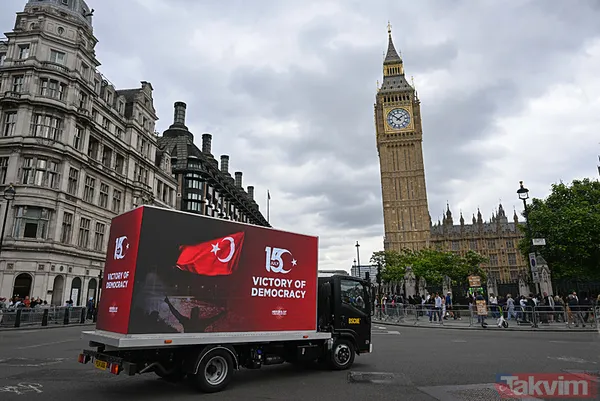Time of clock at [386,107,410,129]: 1:51
